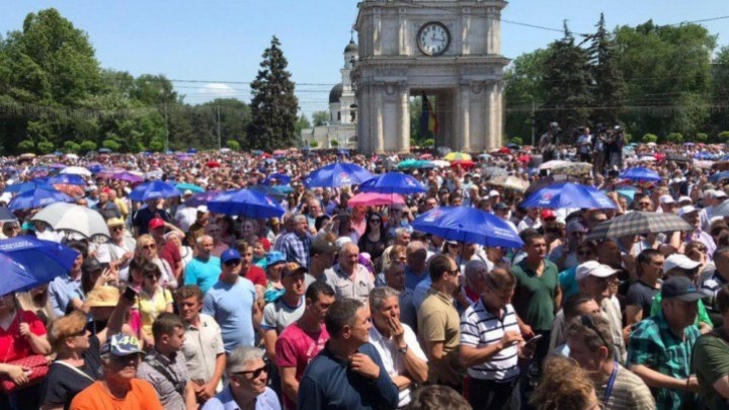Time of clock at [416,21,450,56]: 12:17
